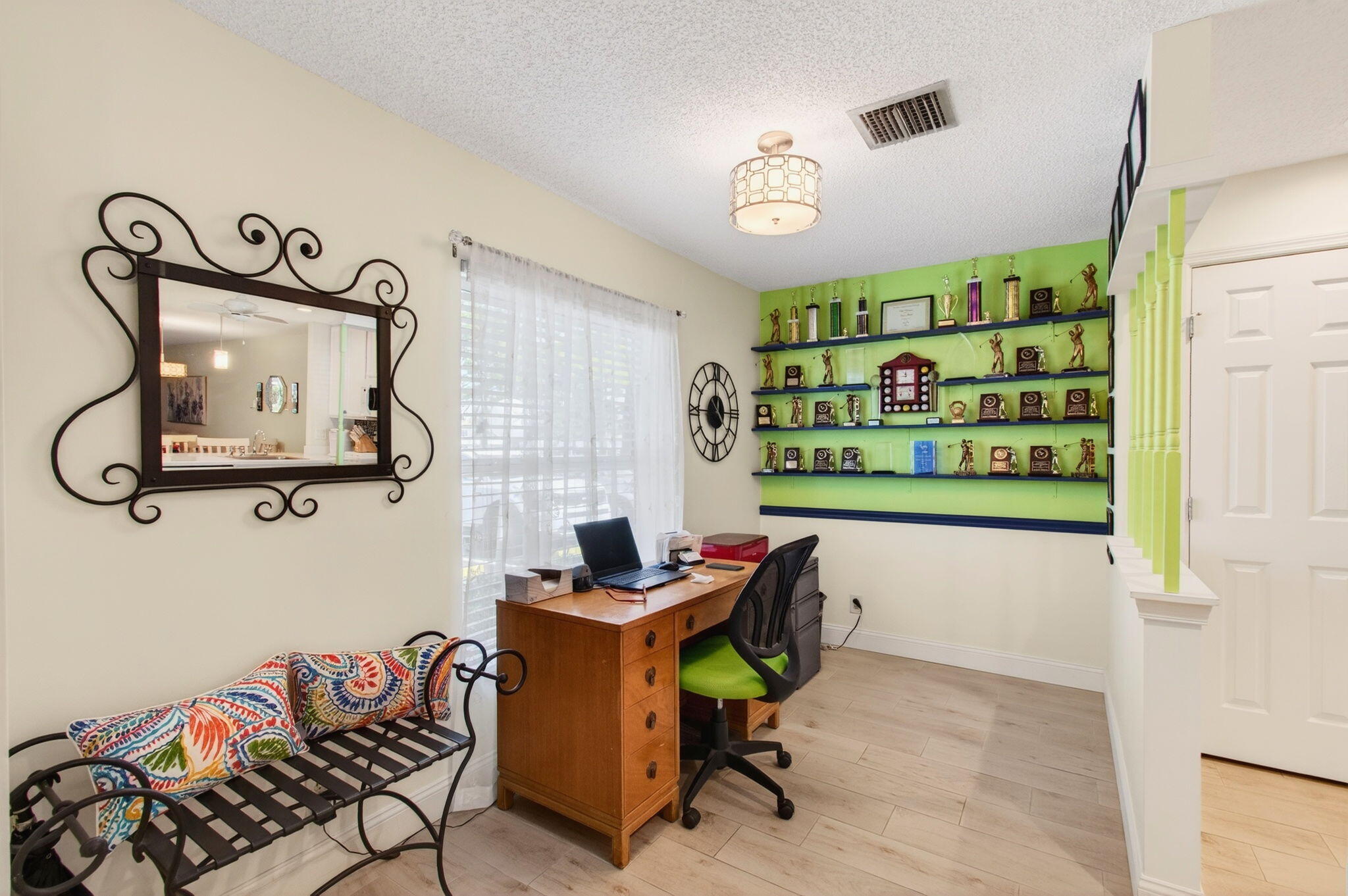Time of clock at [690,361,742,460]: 3:58
